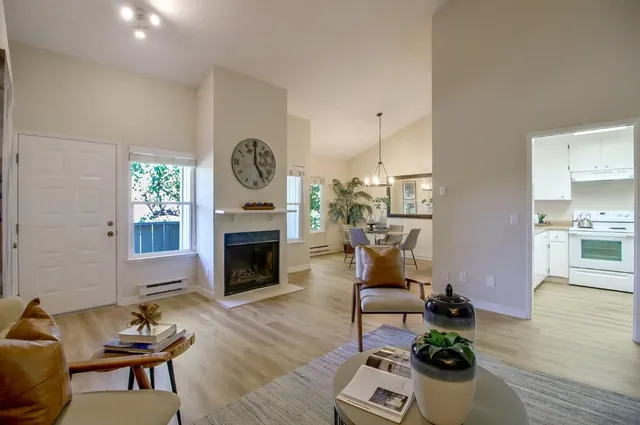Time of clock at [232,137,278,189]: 4:59
